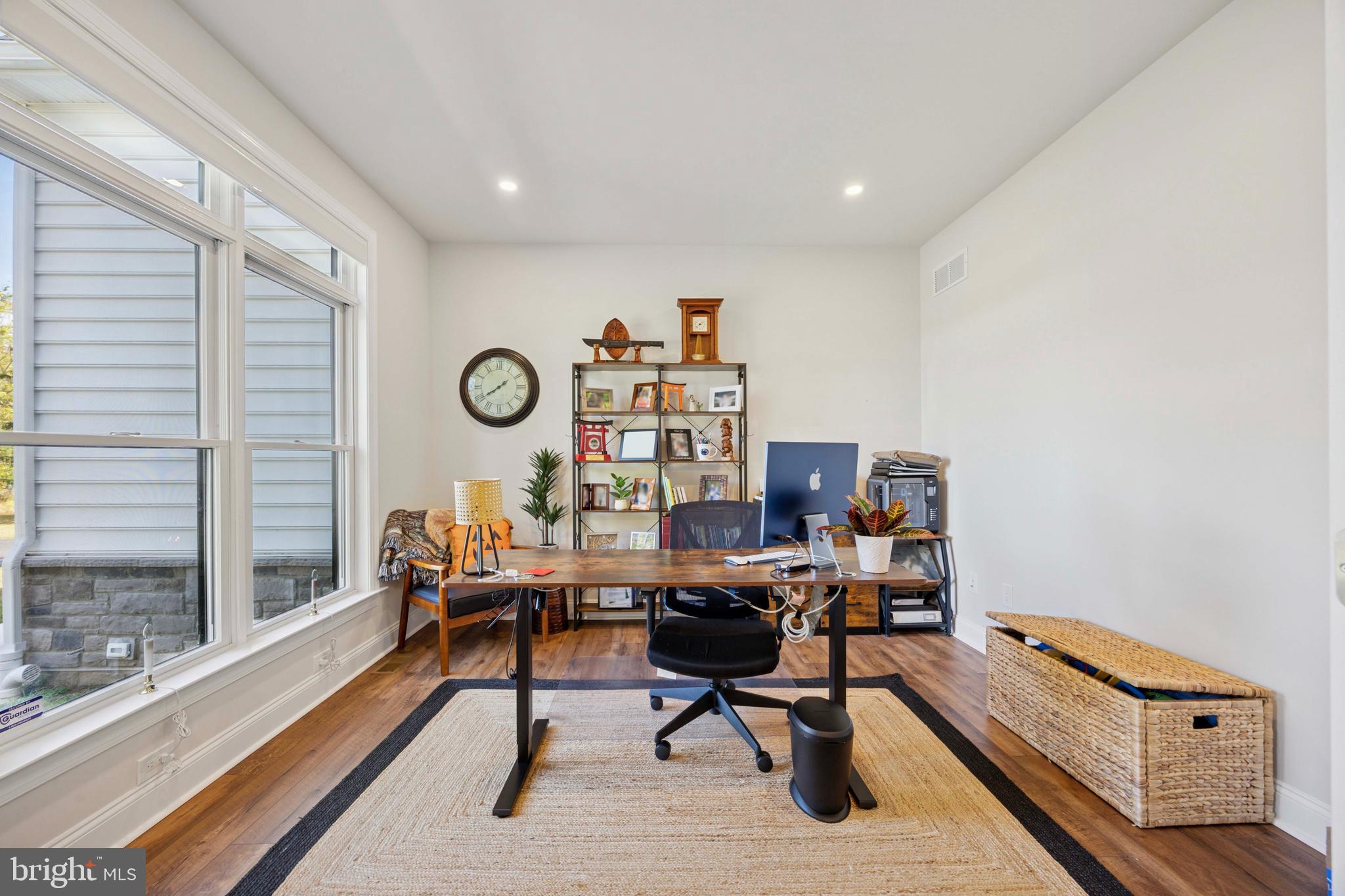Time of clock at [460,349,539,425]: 1:39
